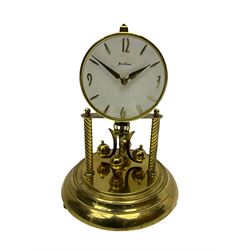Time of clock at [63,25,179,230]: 1:50
